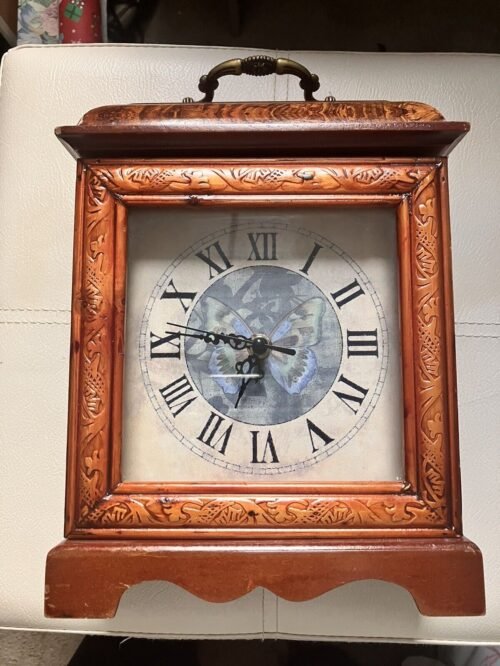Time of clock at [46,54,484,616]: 6:47
